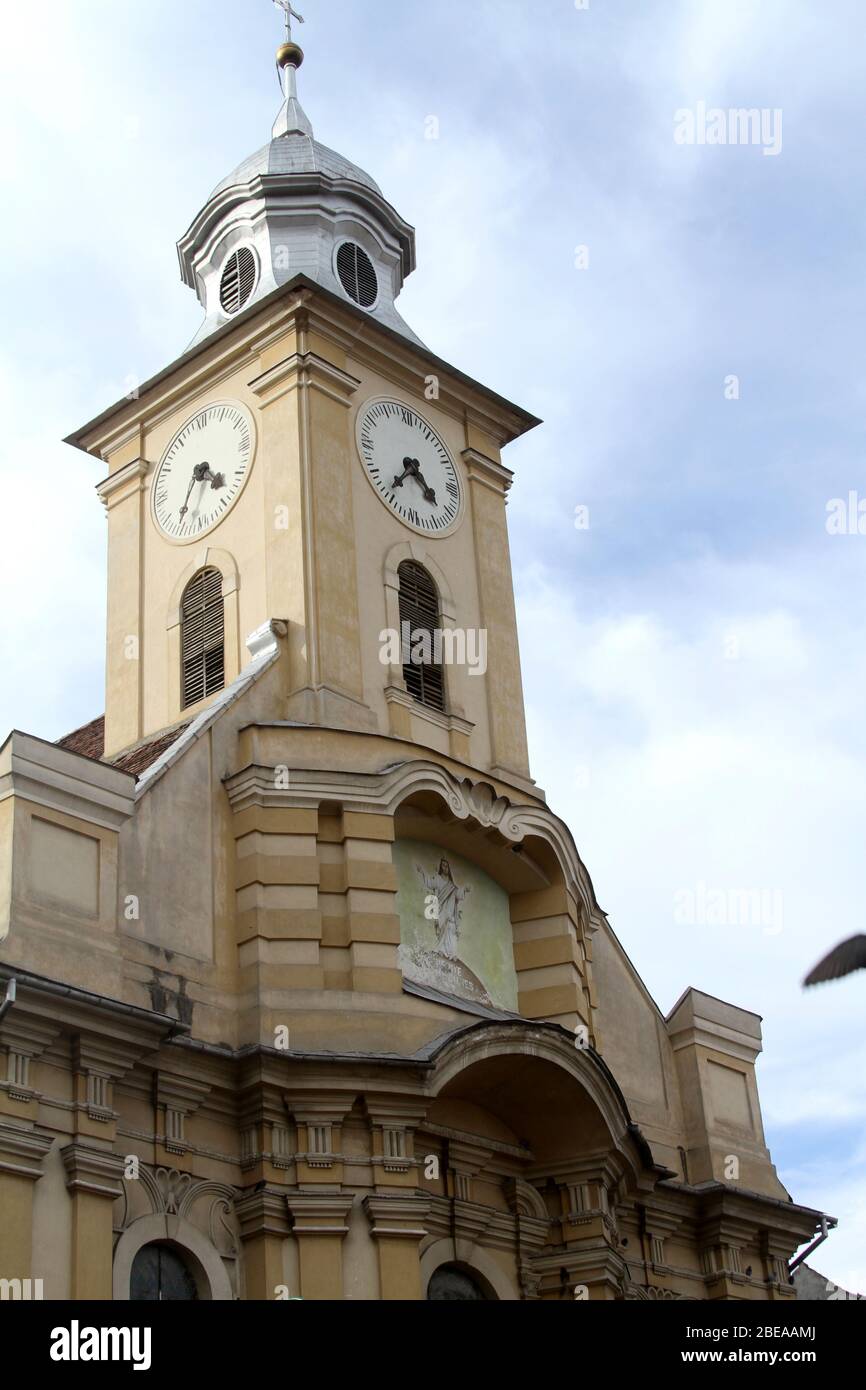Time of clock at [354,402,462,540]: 4:36
